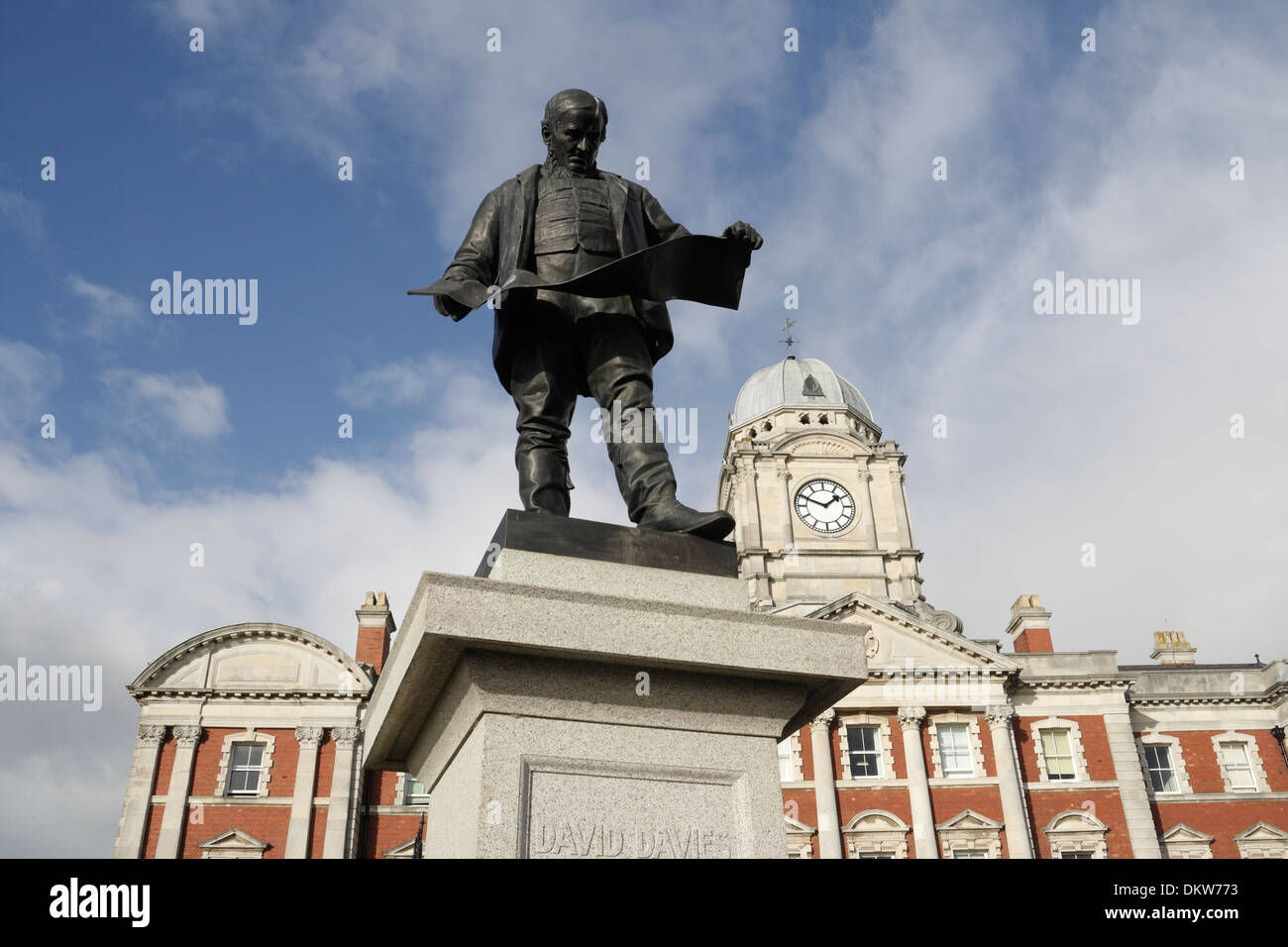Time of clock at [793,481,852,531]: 1:49
